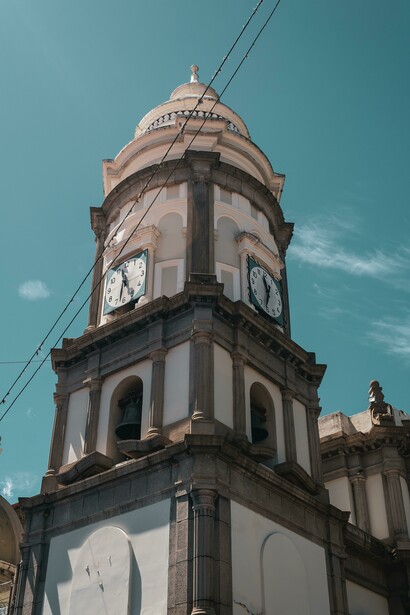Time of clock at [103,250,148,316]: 11:32
